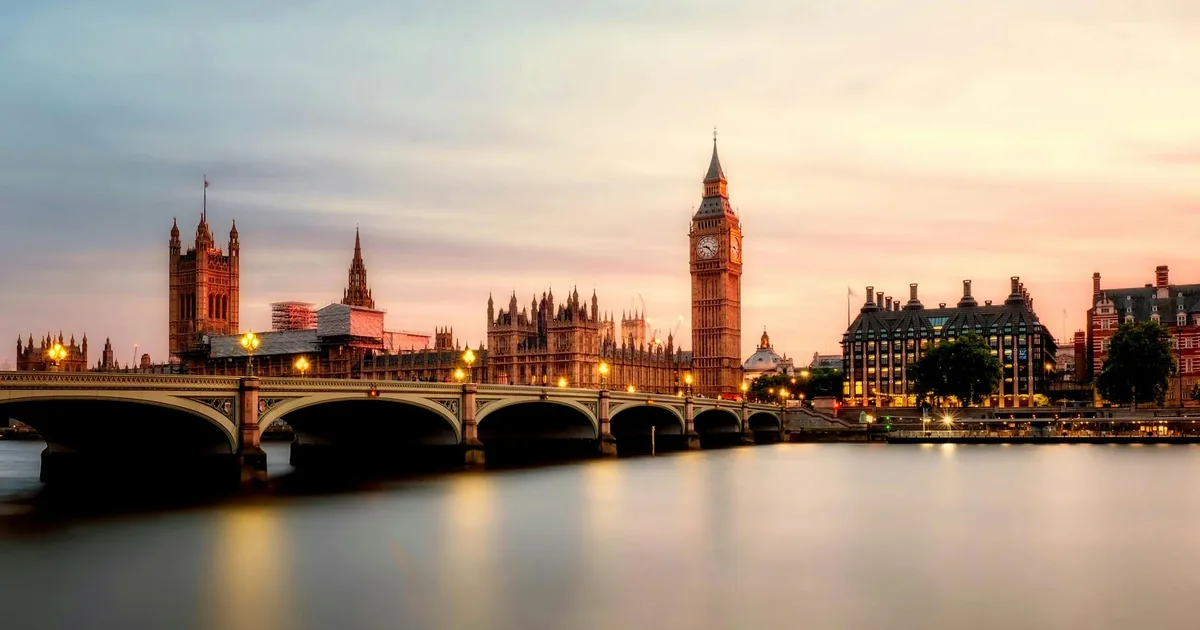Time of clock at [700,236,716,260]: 9:22
